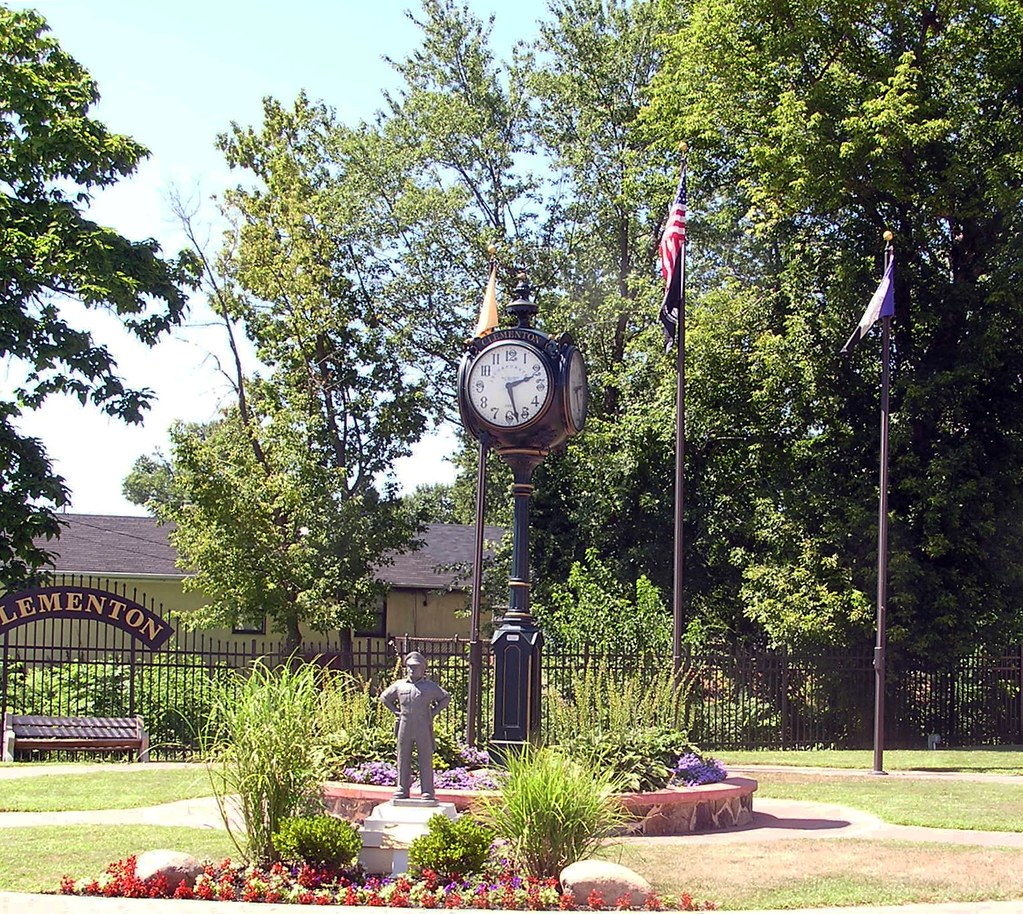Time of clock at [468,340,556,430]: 2:27
